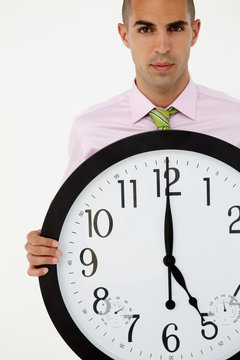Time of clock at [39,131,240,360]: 5:00
